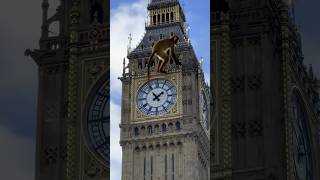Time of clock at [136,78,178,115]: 1:53
